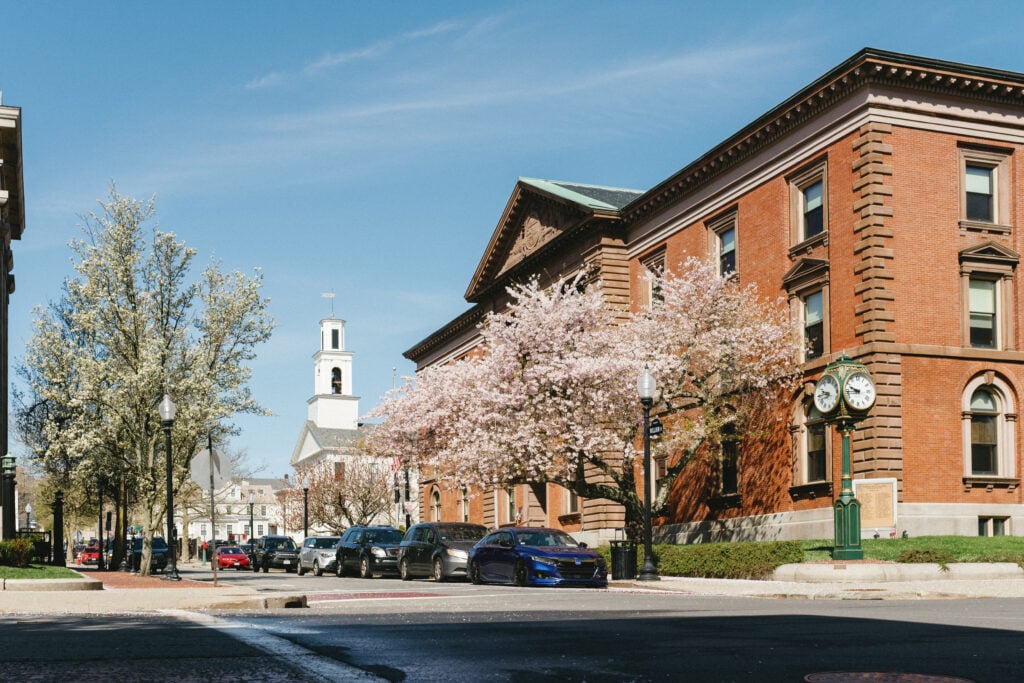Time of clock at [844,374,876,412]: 9:43
